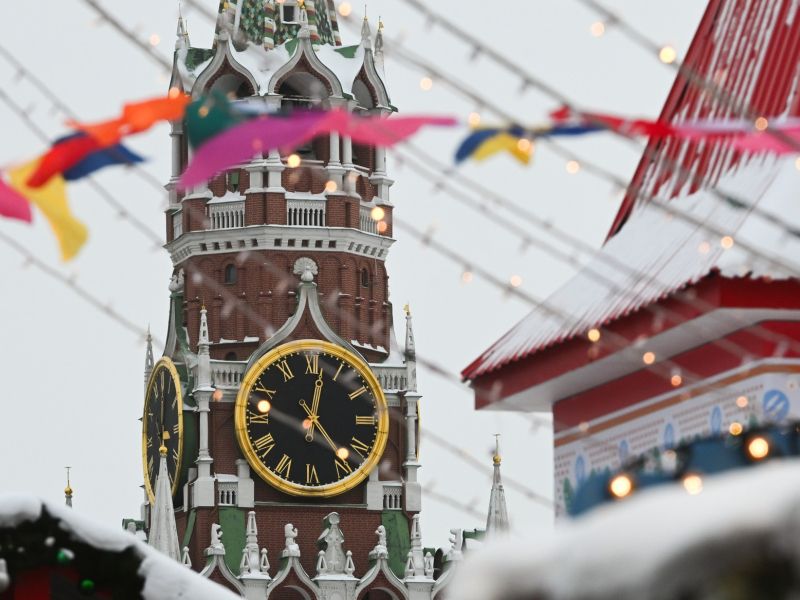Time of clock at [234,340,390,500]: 12:23
